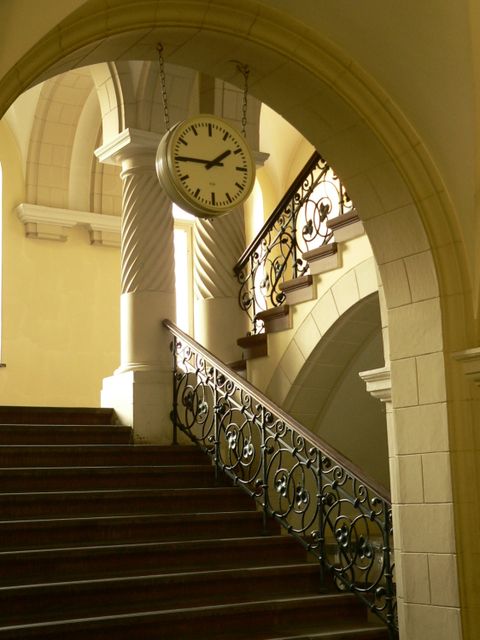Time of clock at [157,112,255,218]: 1:45
